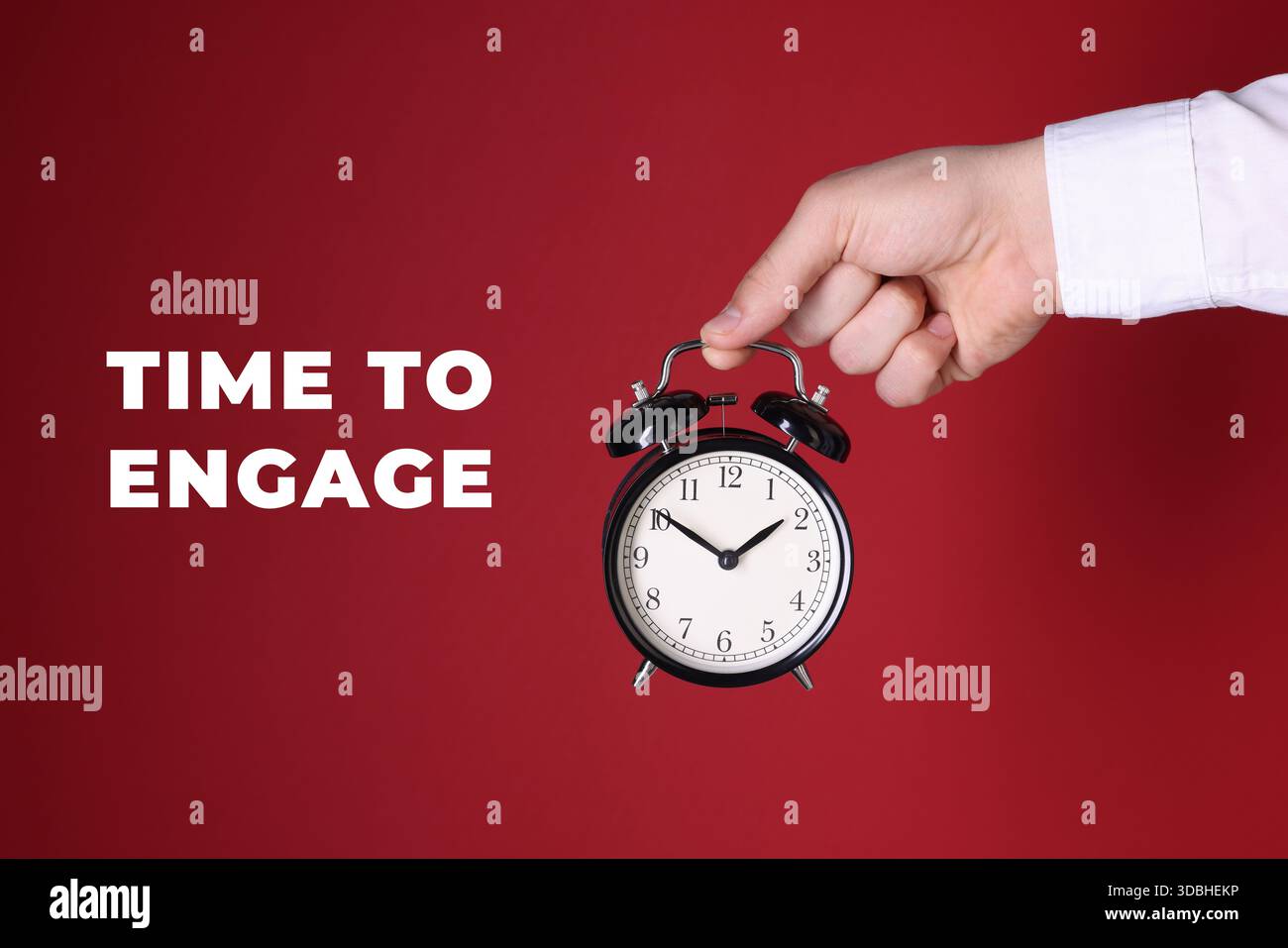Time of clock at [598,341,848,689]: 1:50
